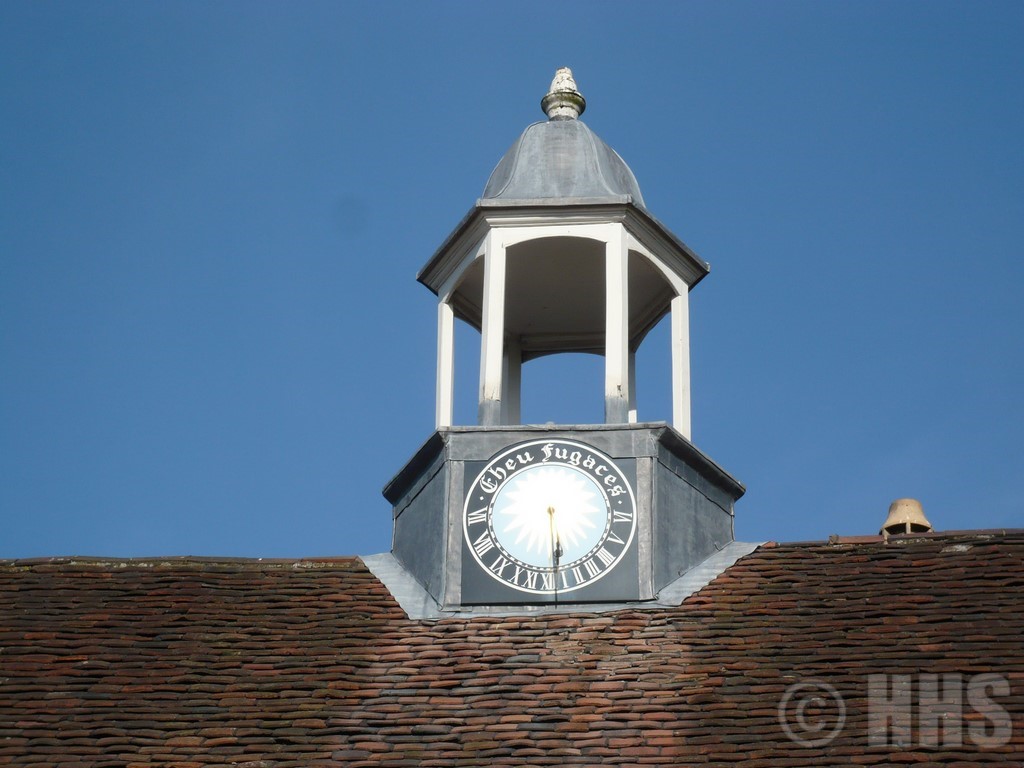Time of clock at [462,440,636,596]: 5:29
